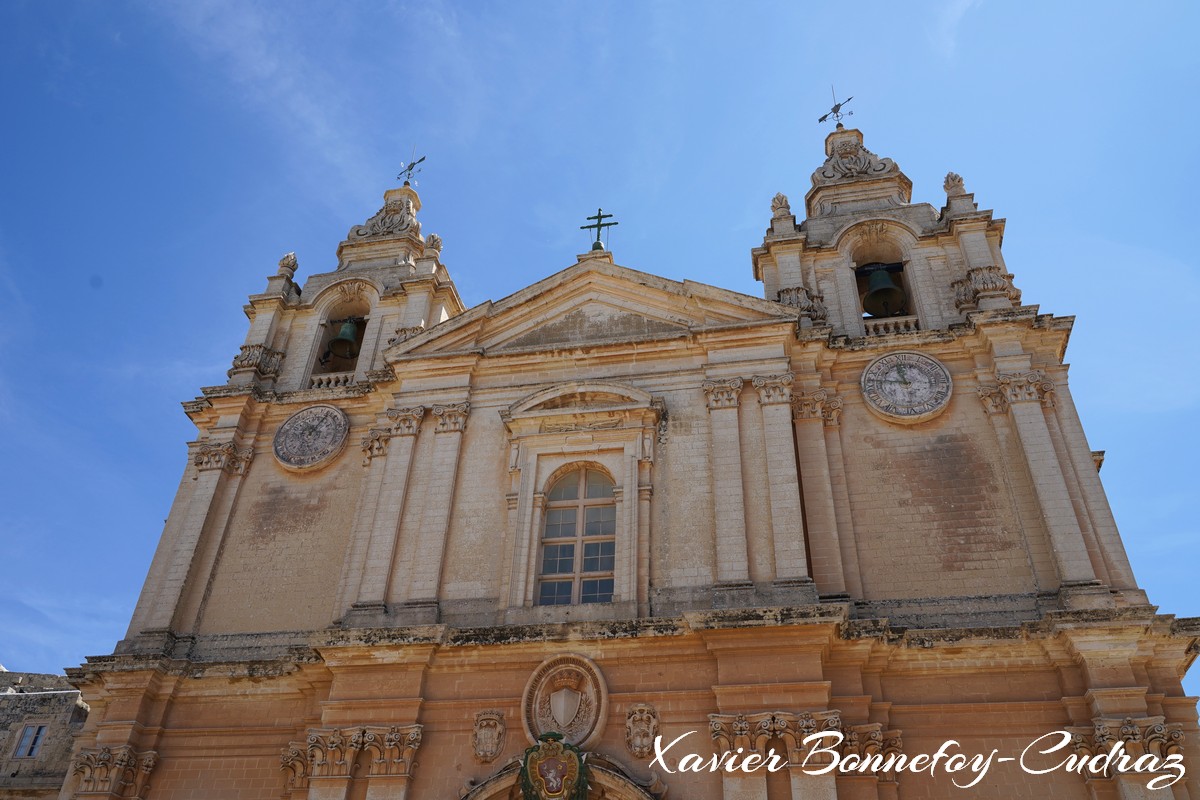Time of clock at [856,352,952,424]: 11:46
